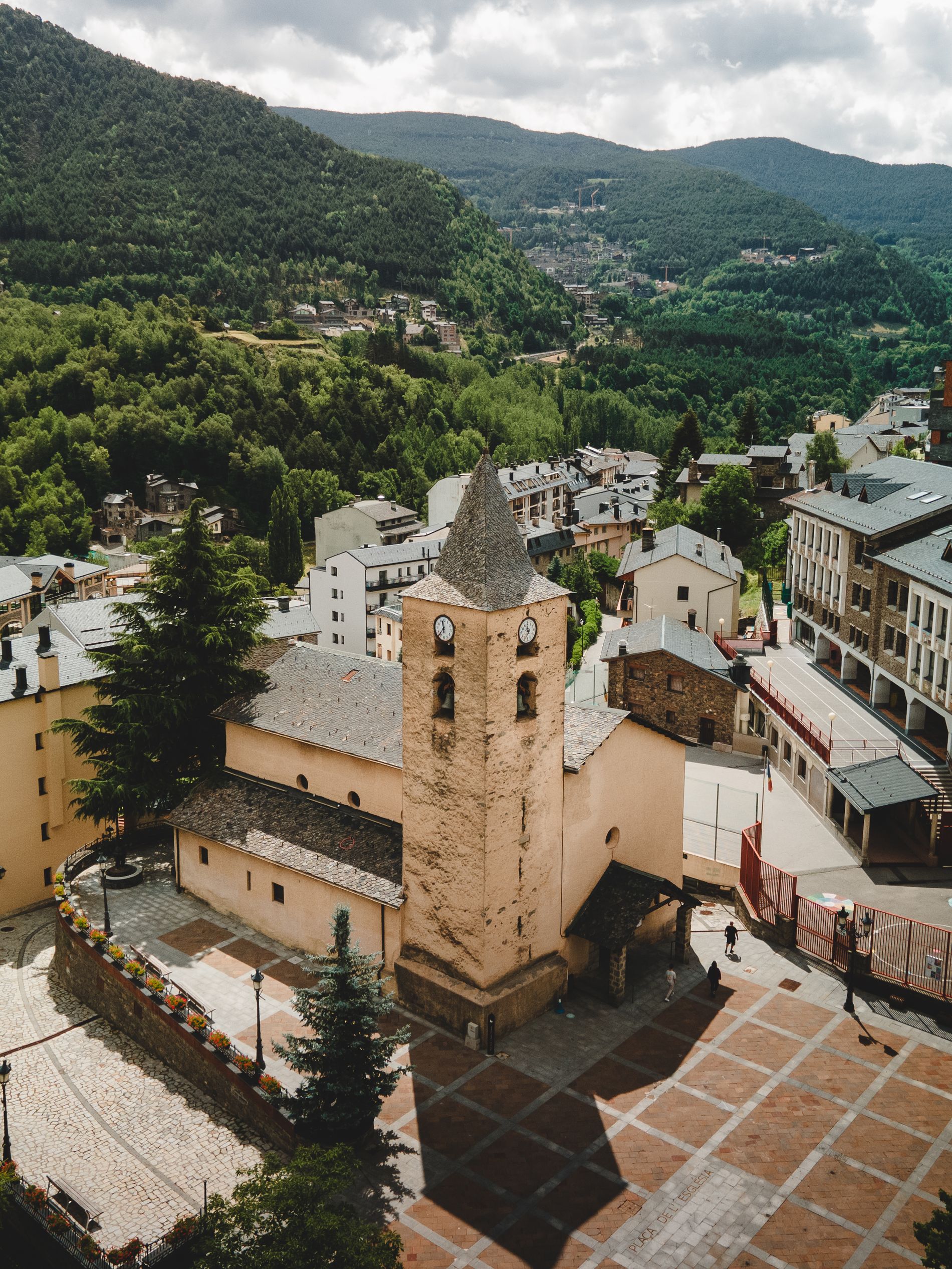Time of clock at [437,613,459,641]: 11:36
